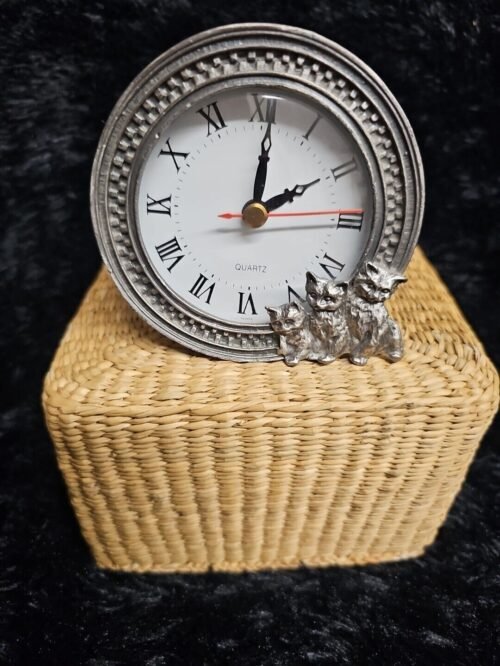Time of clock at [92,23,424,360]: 2:01
